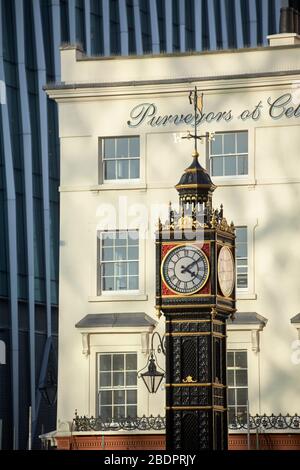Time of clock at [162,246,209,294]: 4:09
